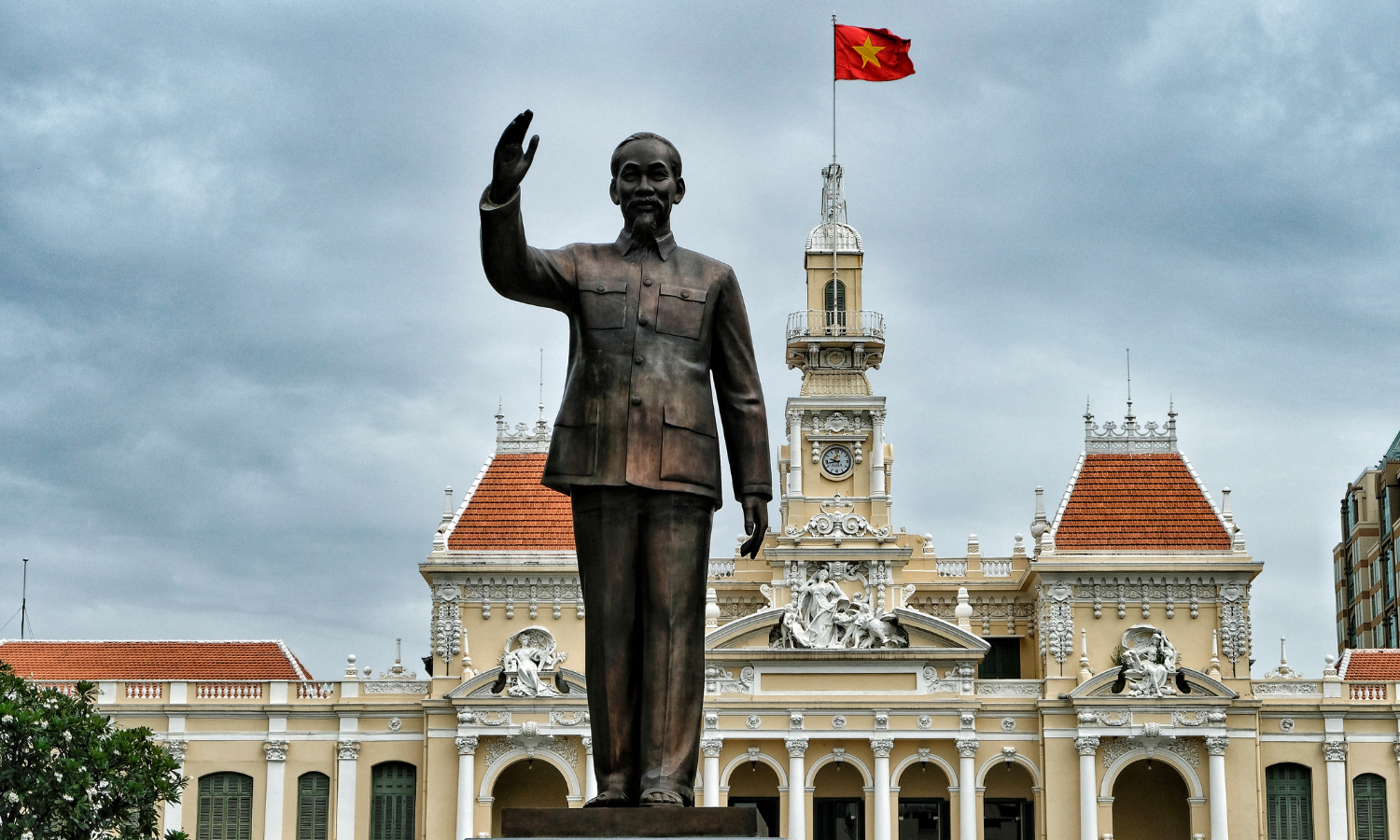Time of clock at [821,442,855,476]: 9:43
